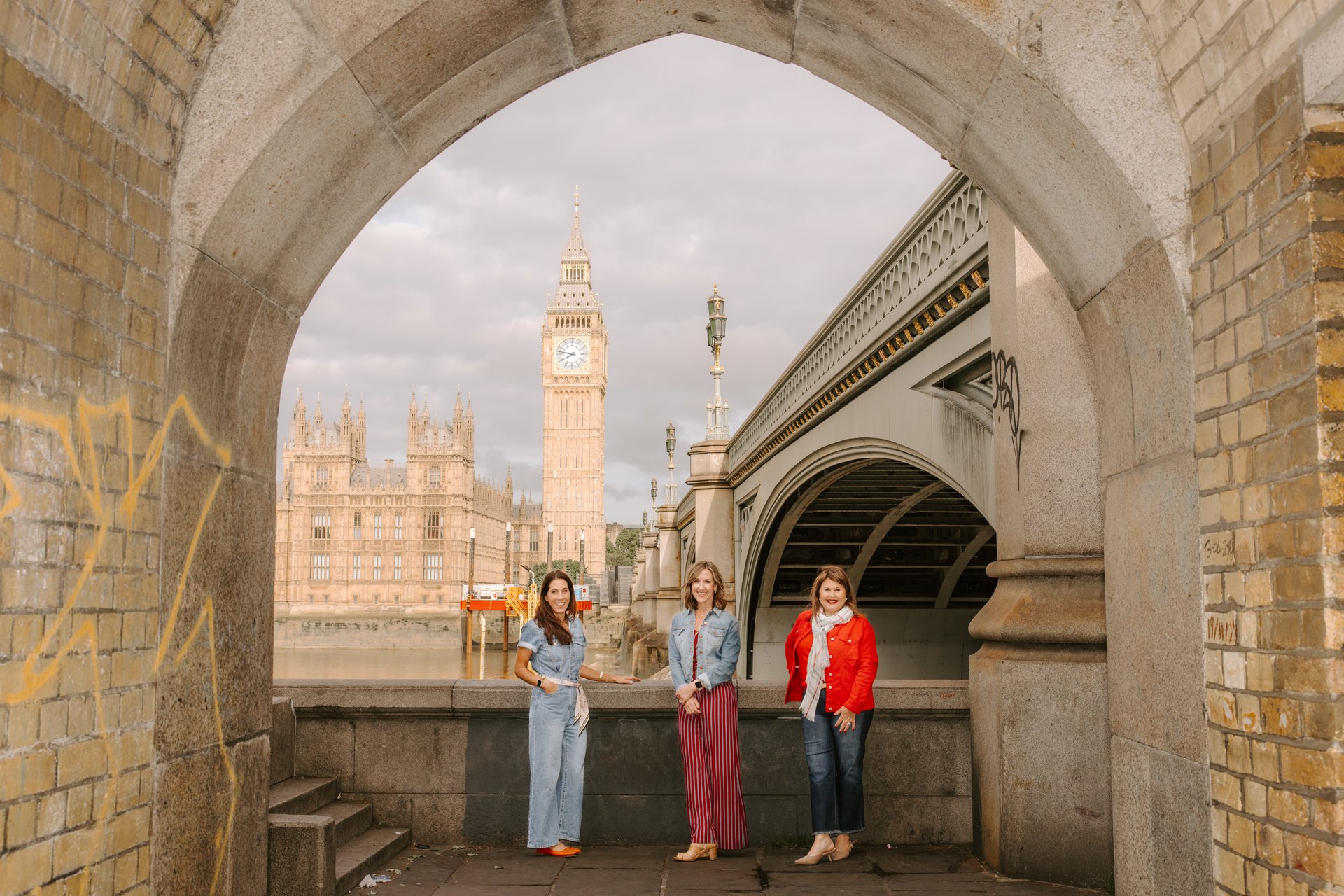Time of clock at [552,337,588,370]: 7:46
